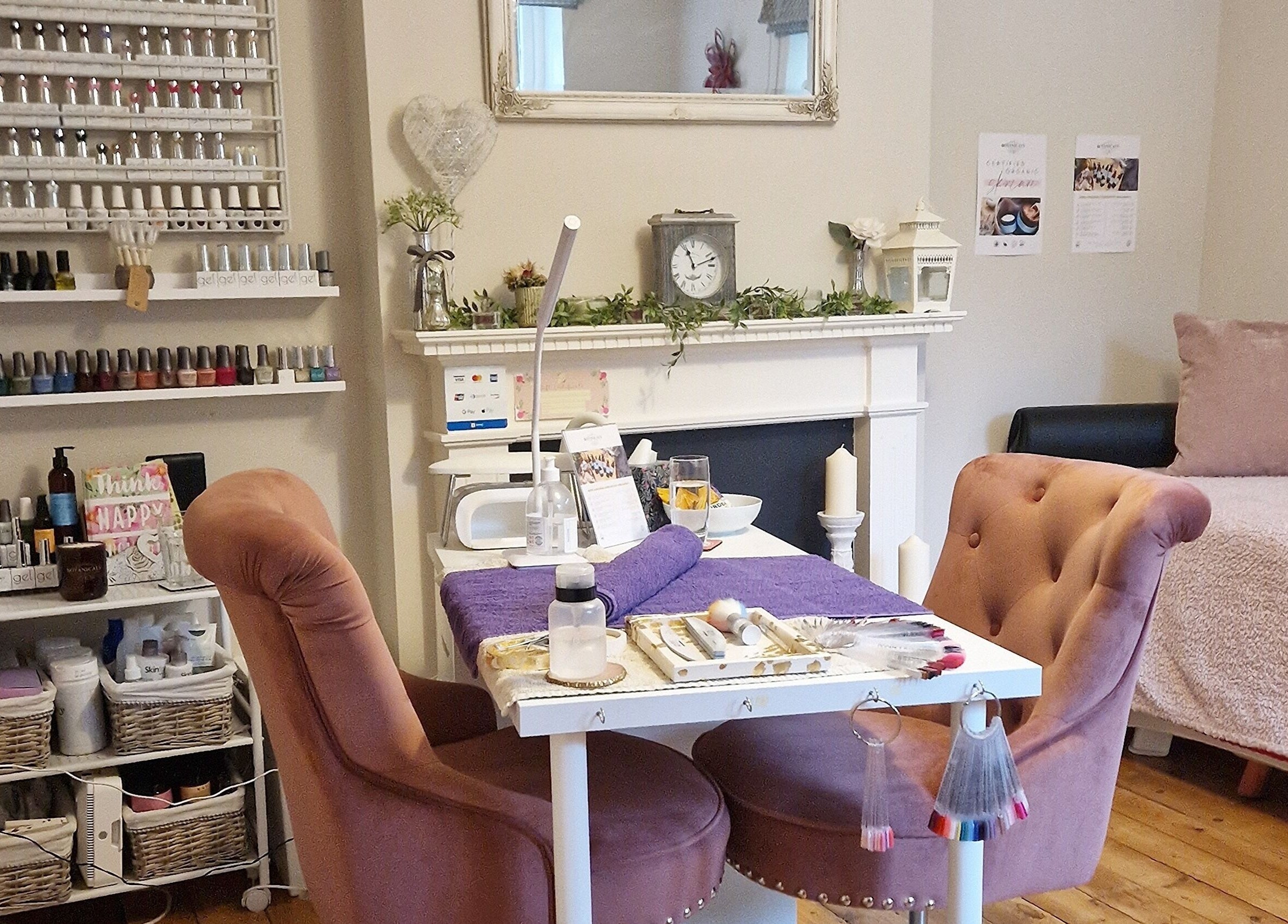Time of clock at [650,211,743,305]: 11:11
